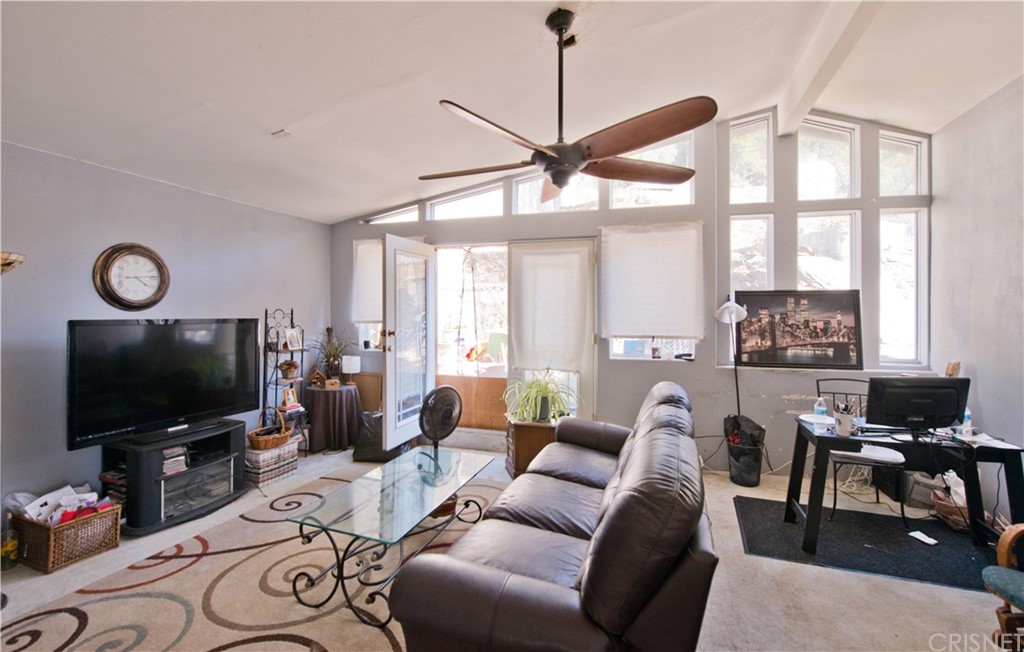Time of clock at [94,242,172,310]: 4:13
